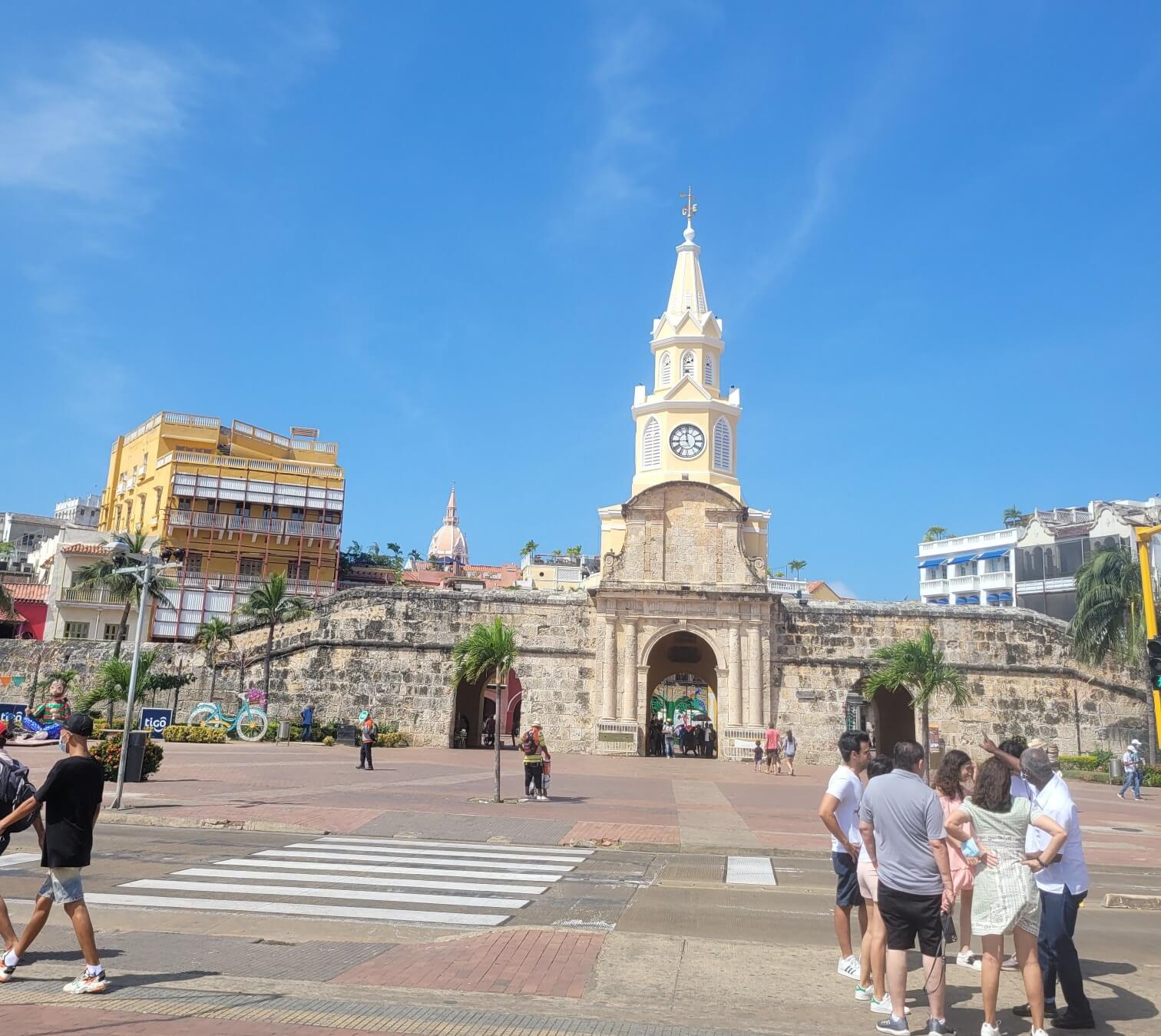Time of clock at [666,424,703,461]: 11:44
